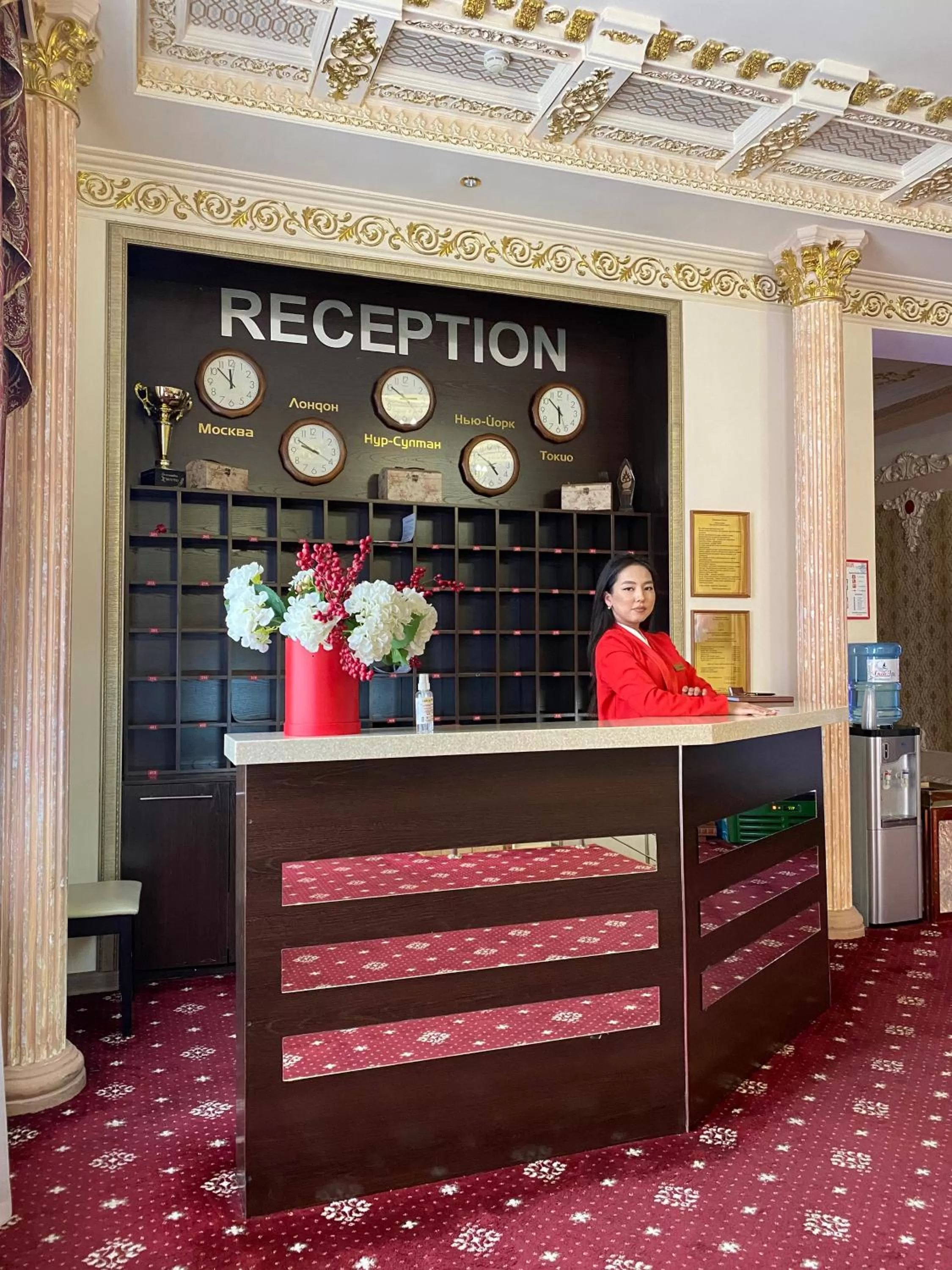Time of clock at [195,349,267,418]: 11:52
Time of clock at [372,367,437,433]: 2:50
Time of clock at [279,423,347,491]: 9:50
